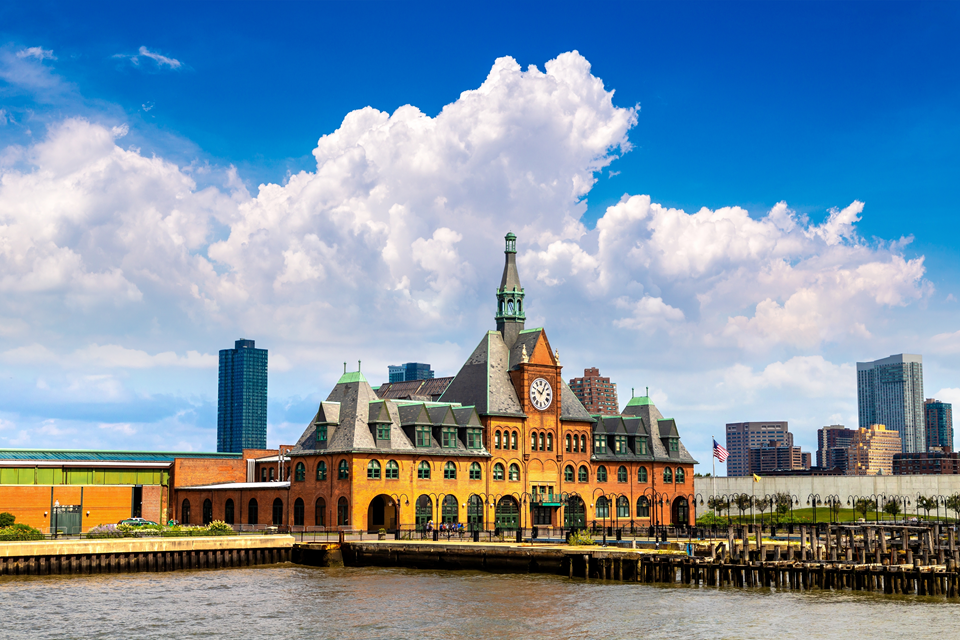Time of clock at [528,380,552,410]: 10:05
